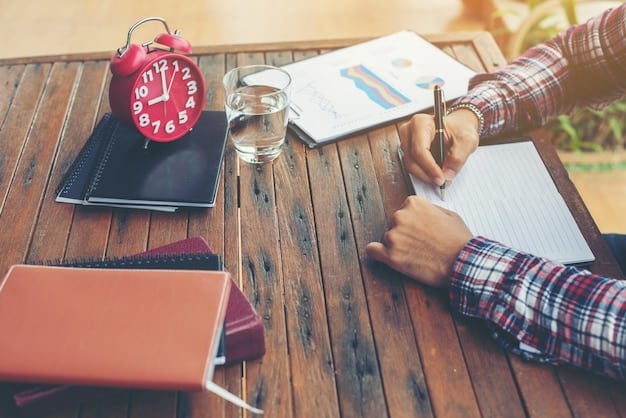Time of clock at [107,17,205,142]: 9:01
